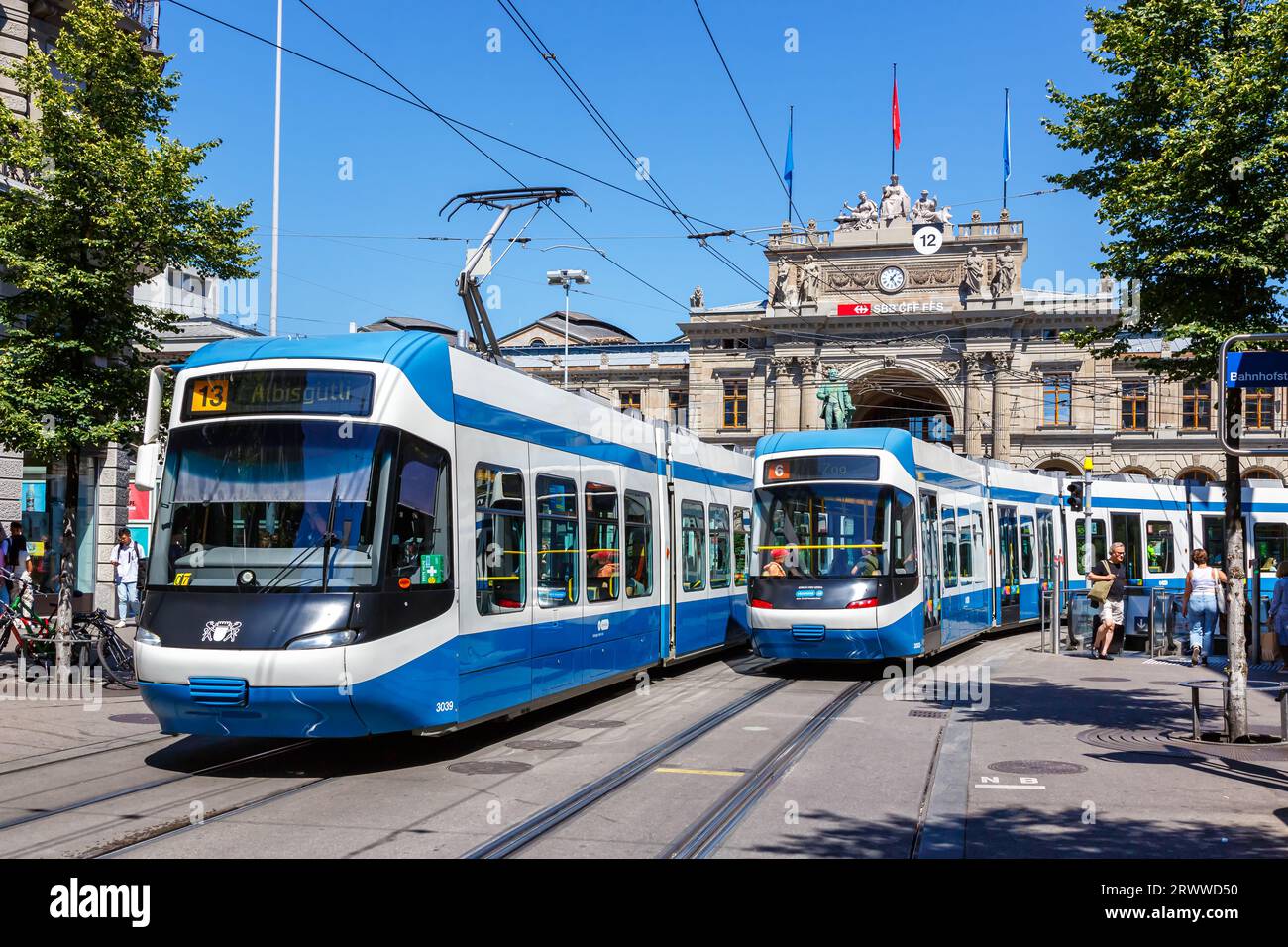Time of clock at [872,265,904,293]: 1:24
